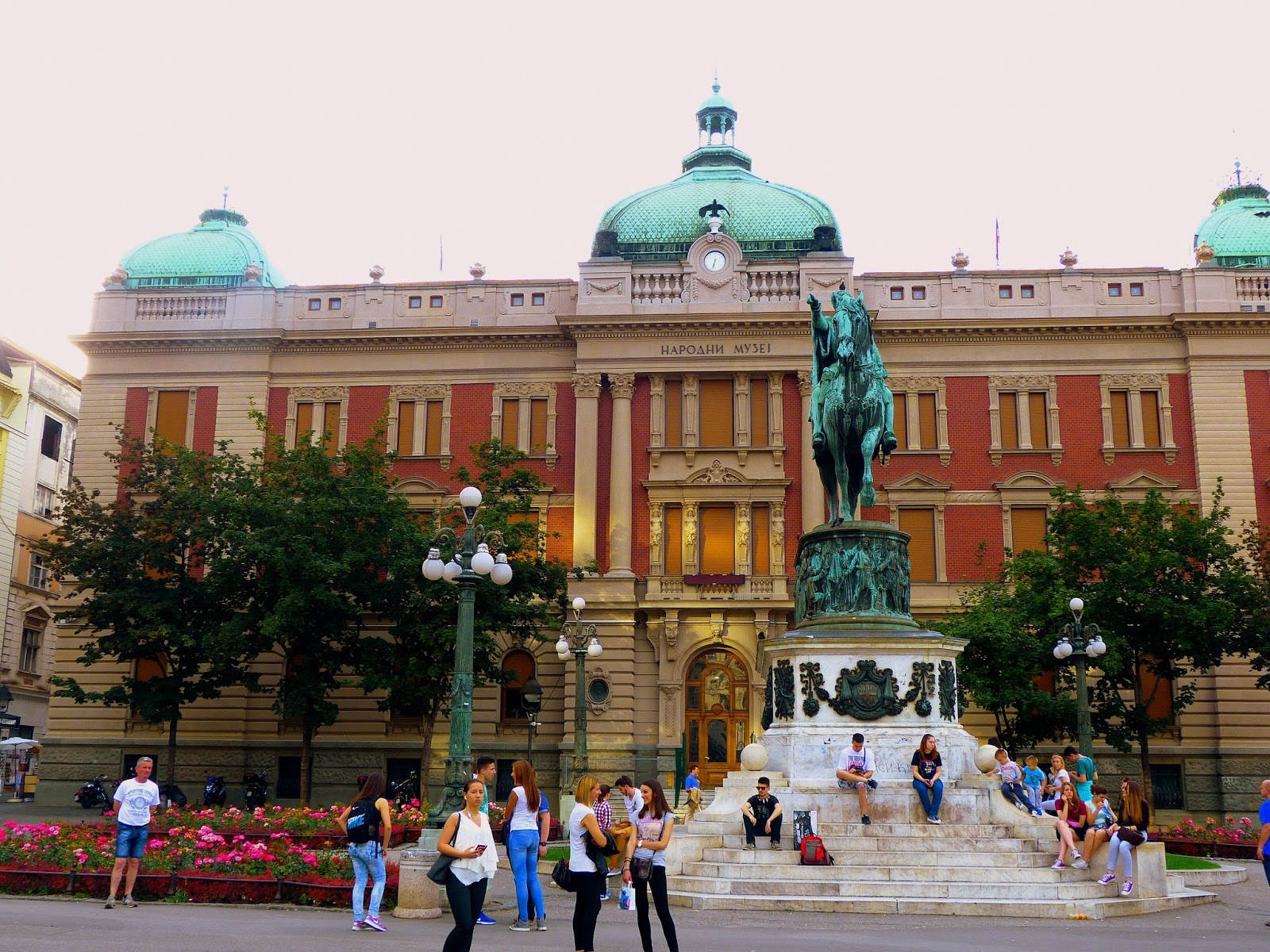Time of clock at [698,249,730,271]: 6:32
